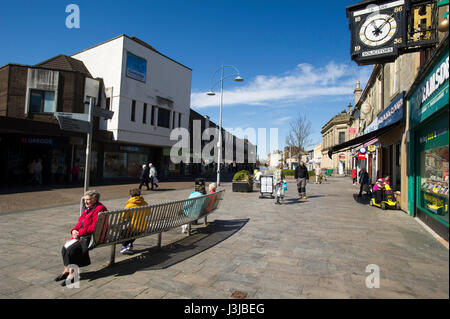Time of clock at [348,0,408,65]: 11:07
